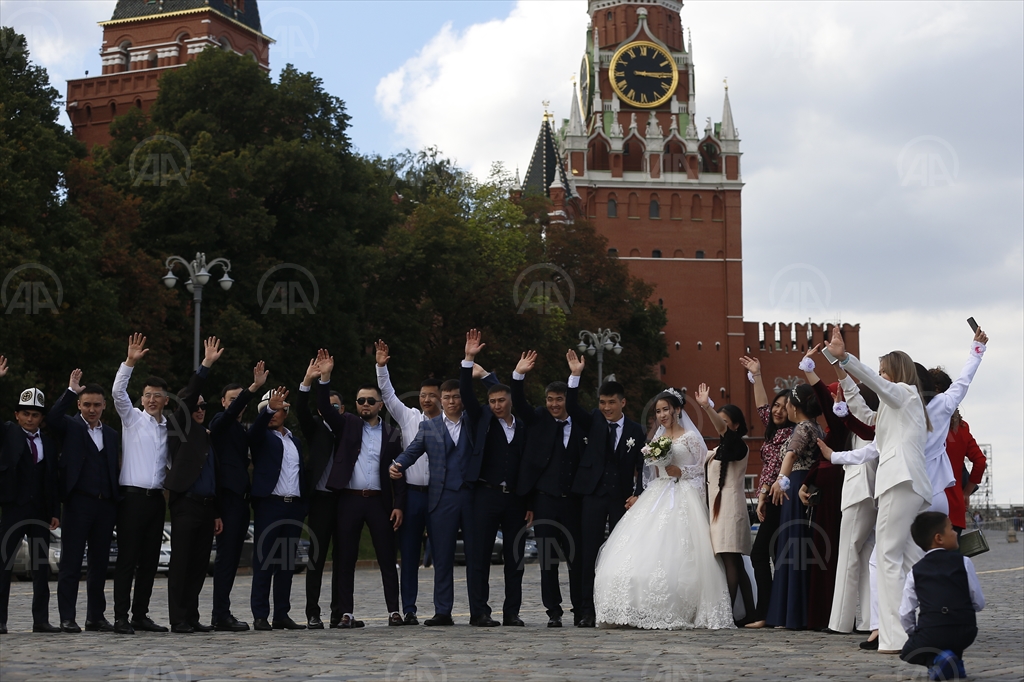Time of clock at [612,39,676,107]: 3:14
